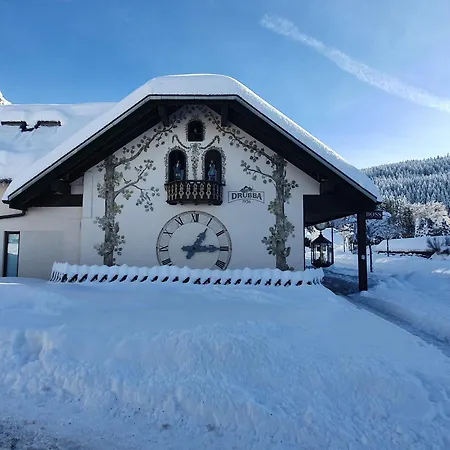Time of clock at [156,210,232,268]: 1:14
